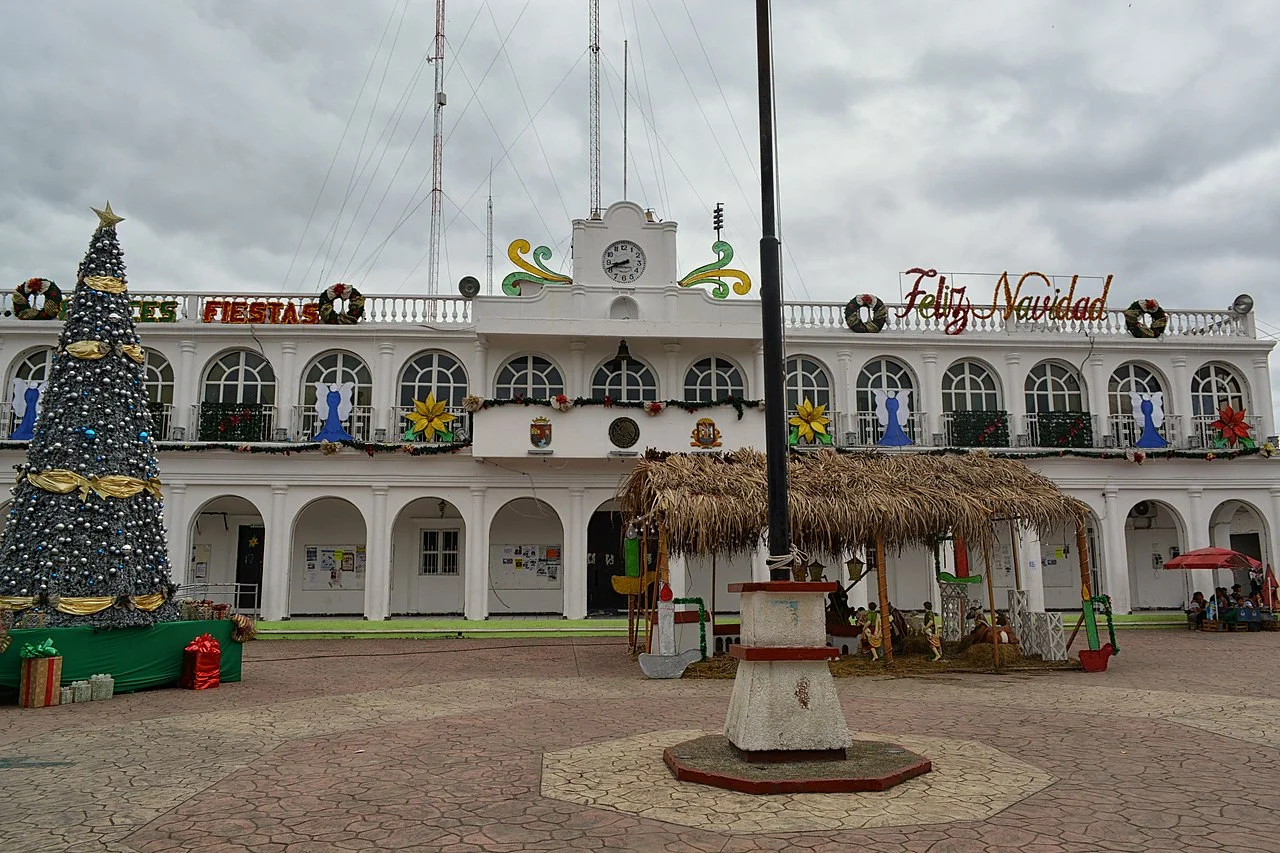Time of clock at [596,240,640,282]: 8:41
